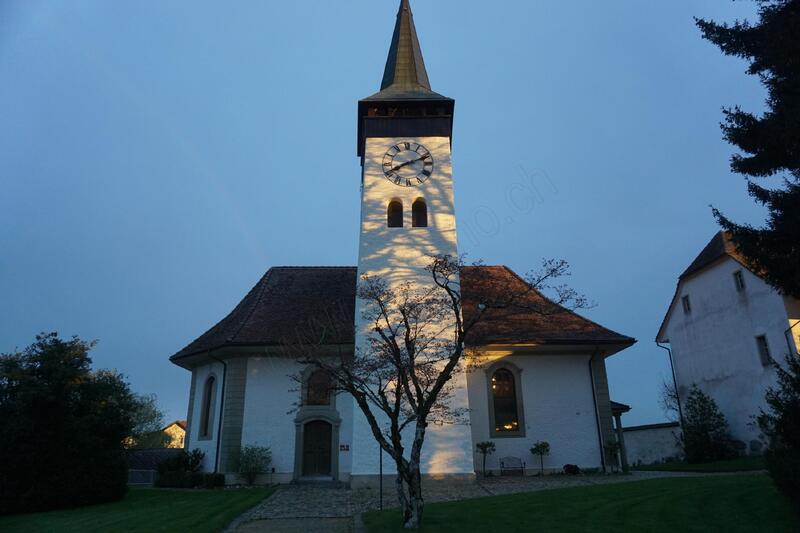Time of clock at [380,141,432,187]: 8:11
